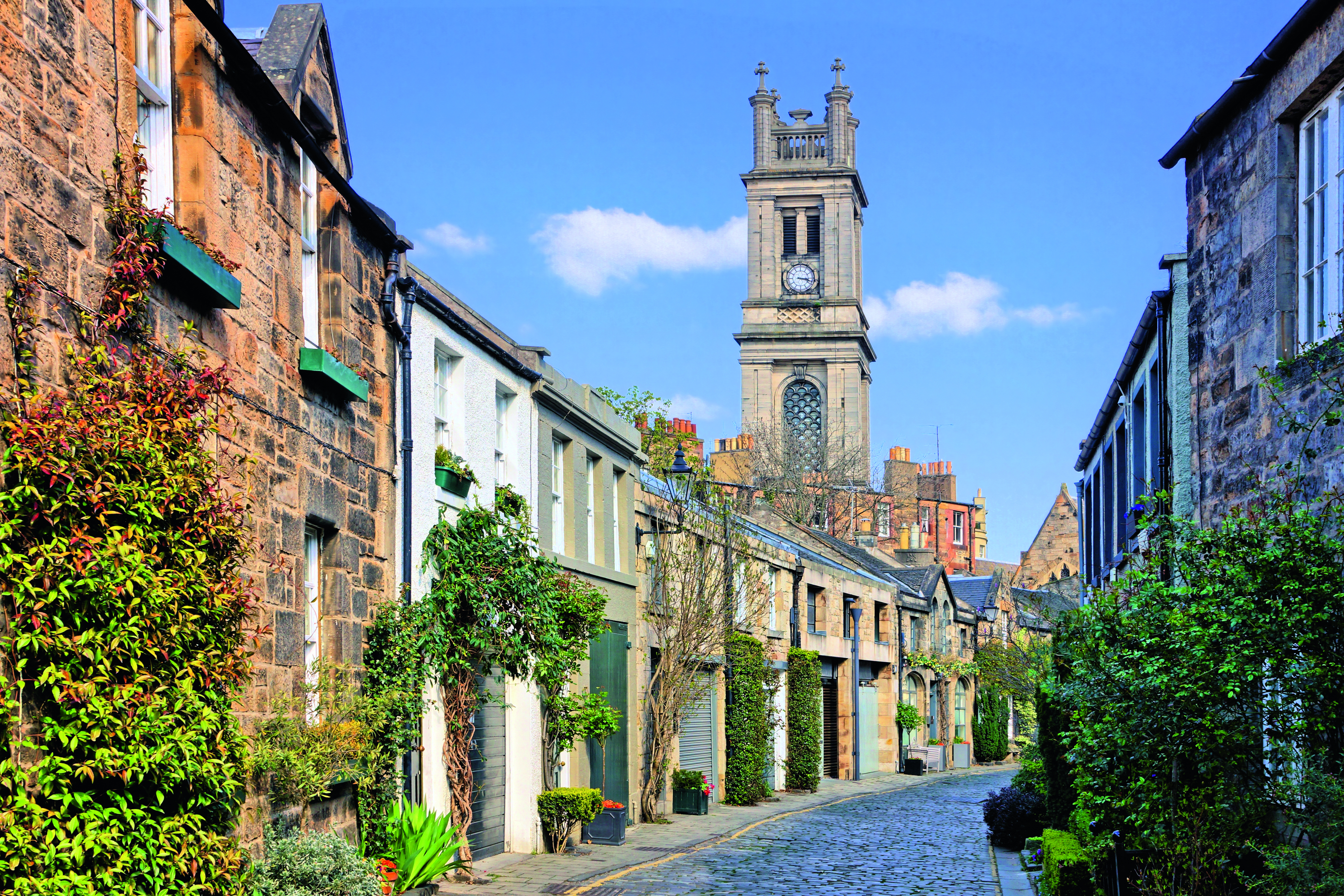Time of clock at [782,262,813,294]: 3:17
